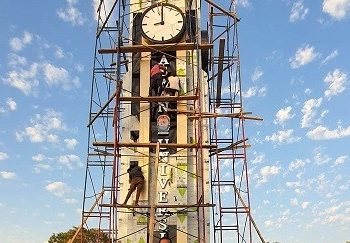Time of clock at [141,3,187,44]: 8:59
